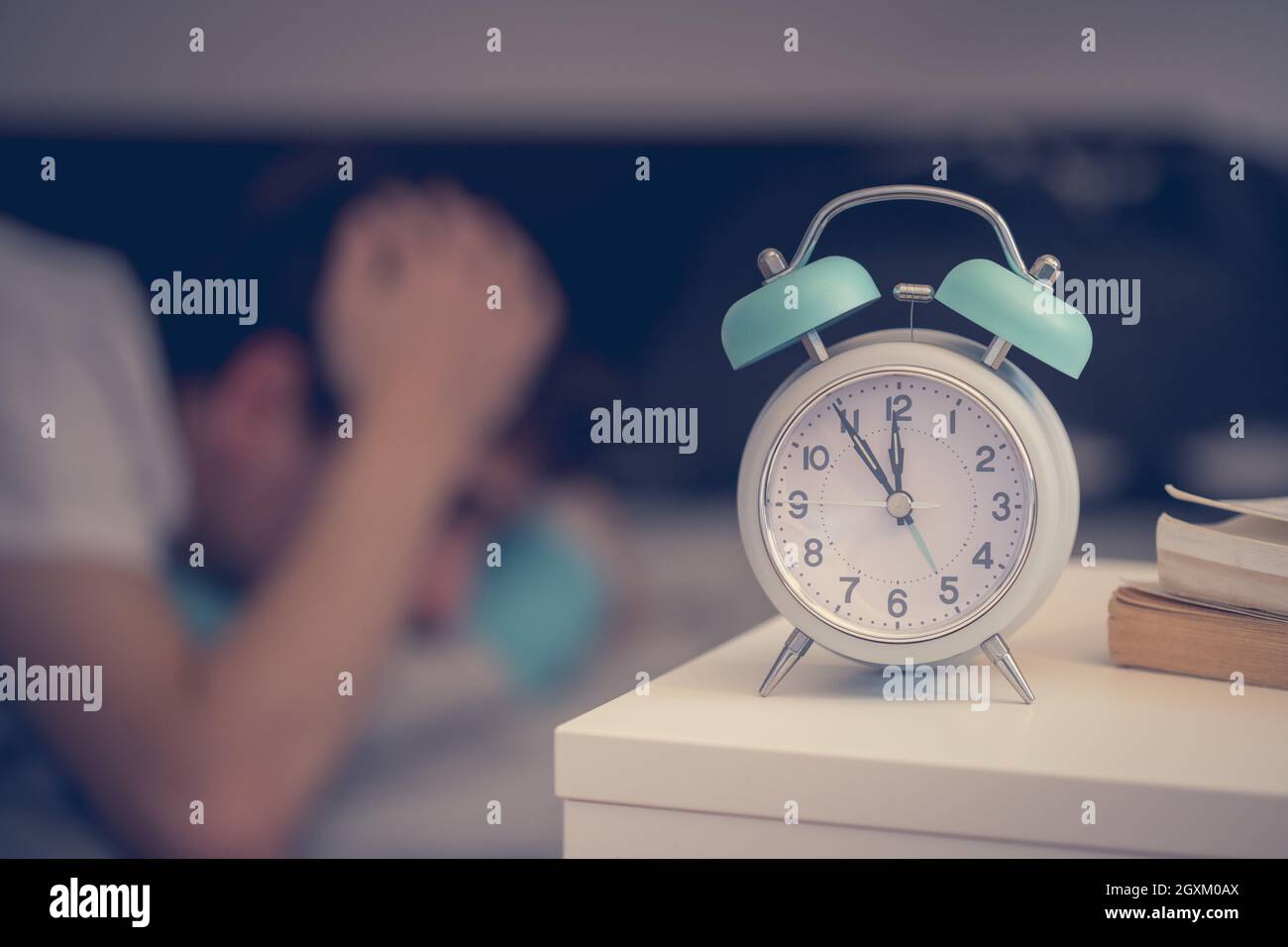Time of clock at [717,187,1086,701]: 11:54
